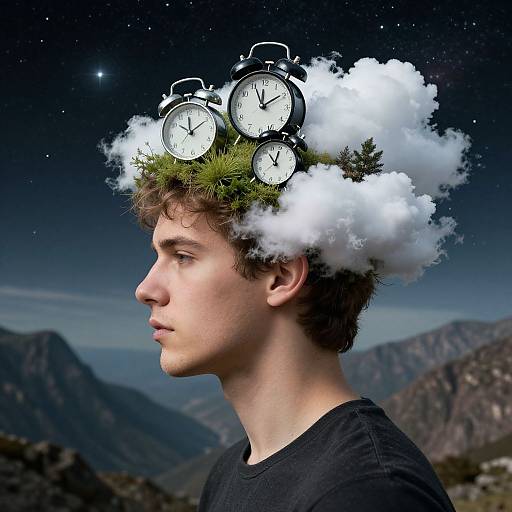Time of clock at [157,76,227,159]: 12:10
